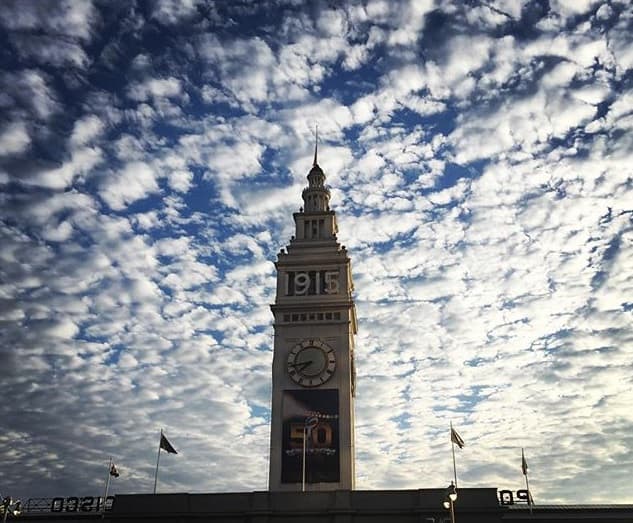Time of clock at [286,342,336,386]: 7:43
